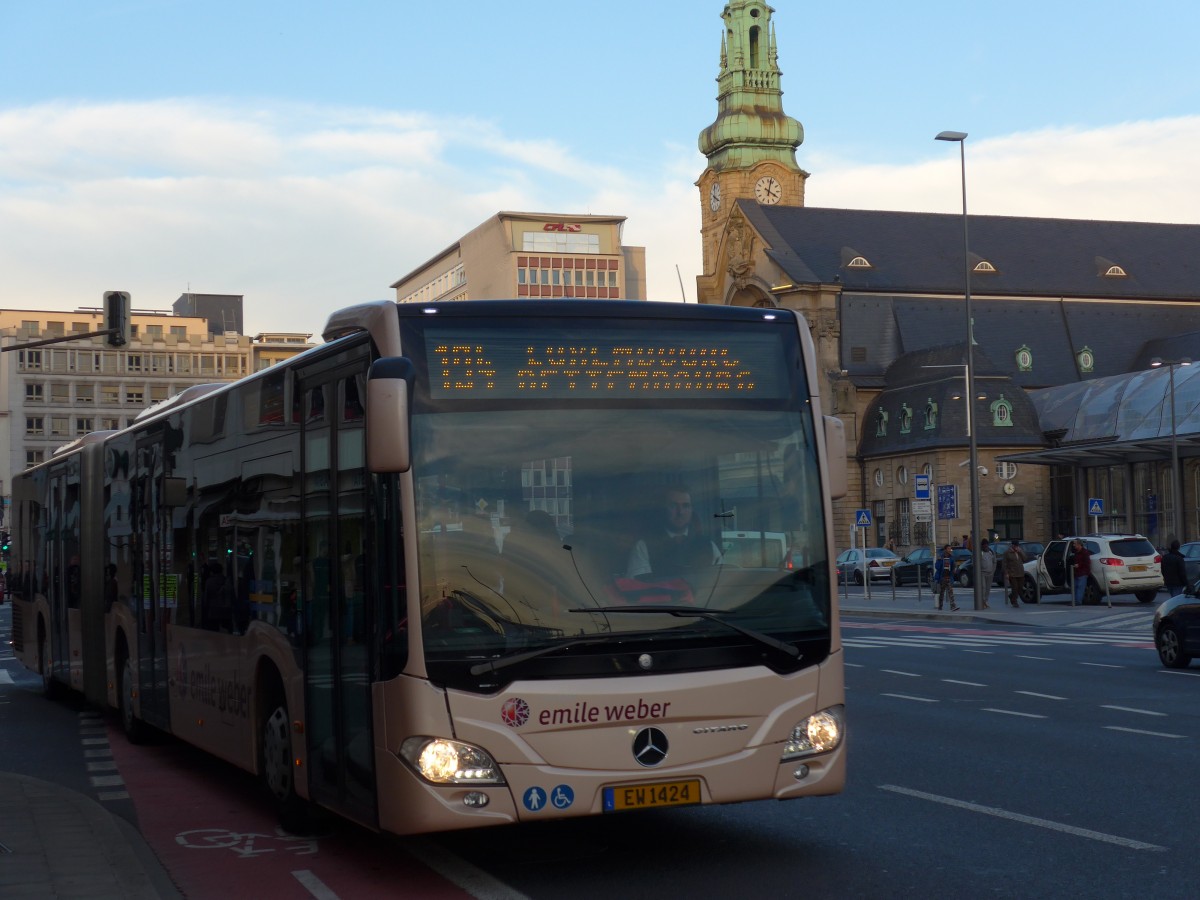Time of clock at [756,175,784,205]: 4:02
